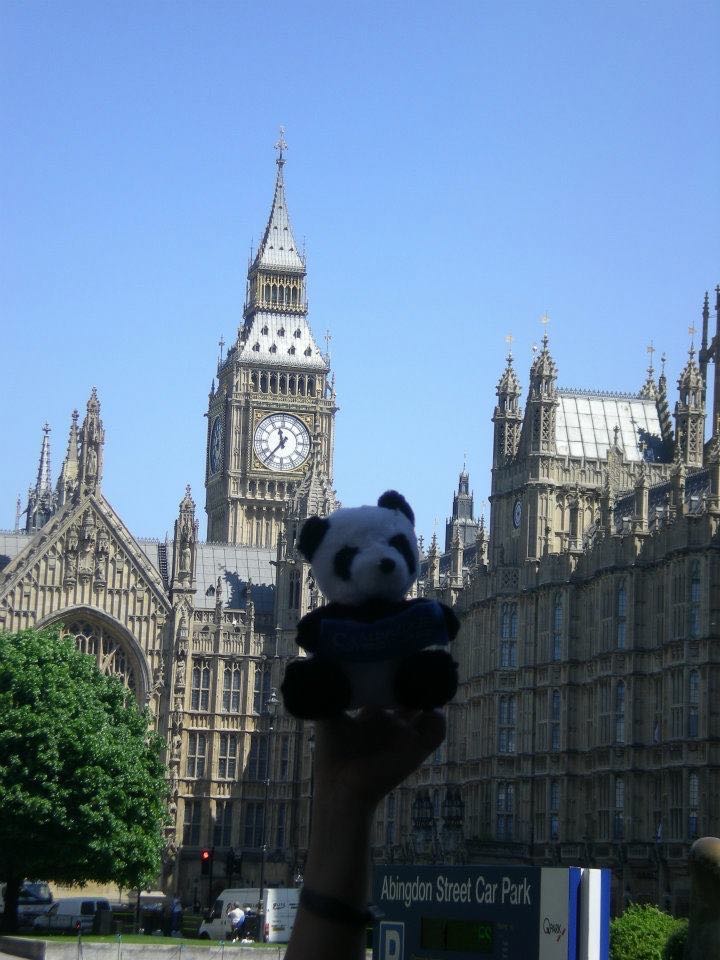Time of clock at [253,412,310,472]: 11:36
